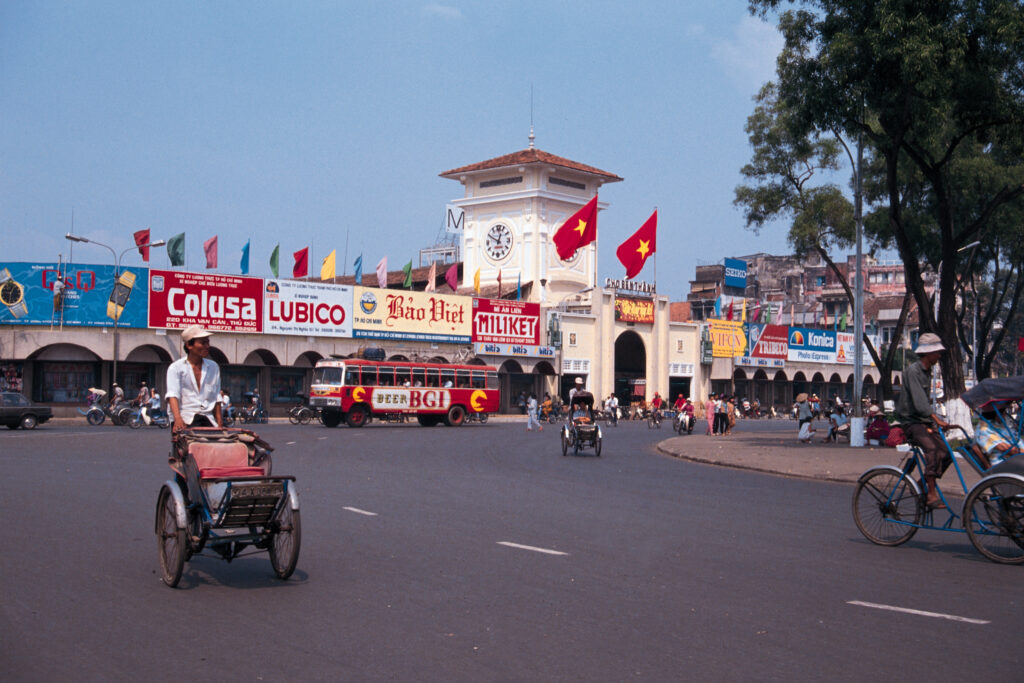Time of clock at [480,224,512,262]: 12:49
